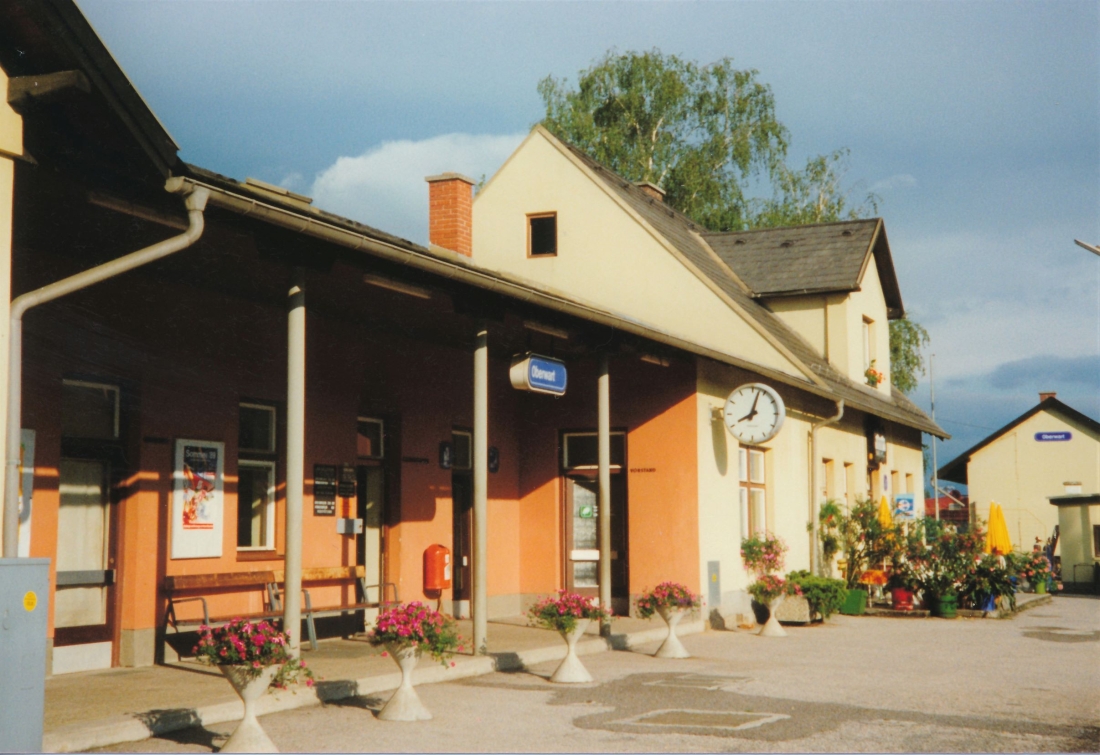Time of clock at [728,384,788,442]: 8:02
